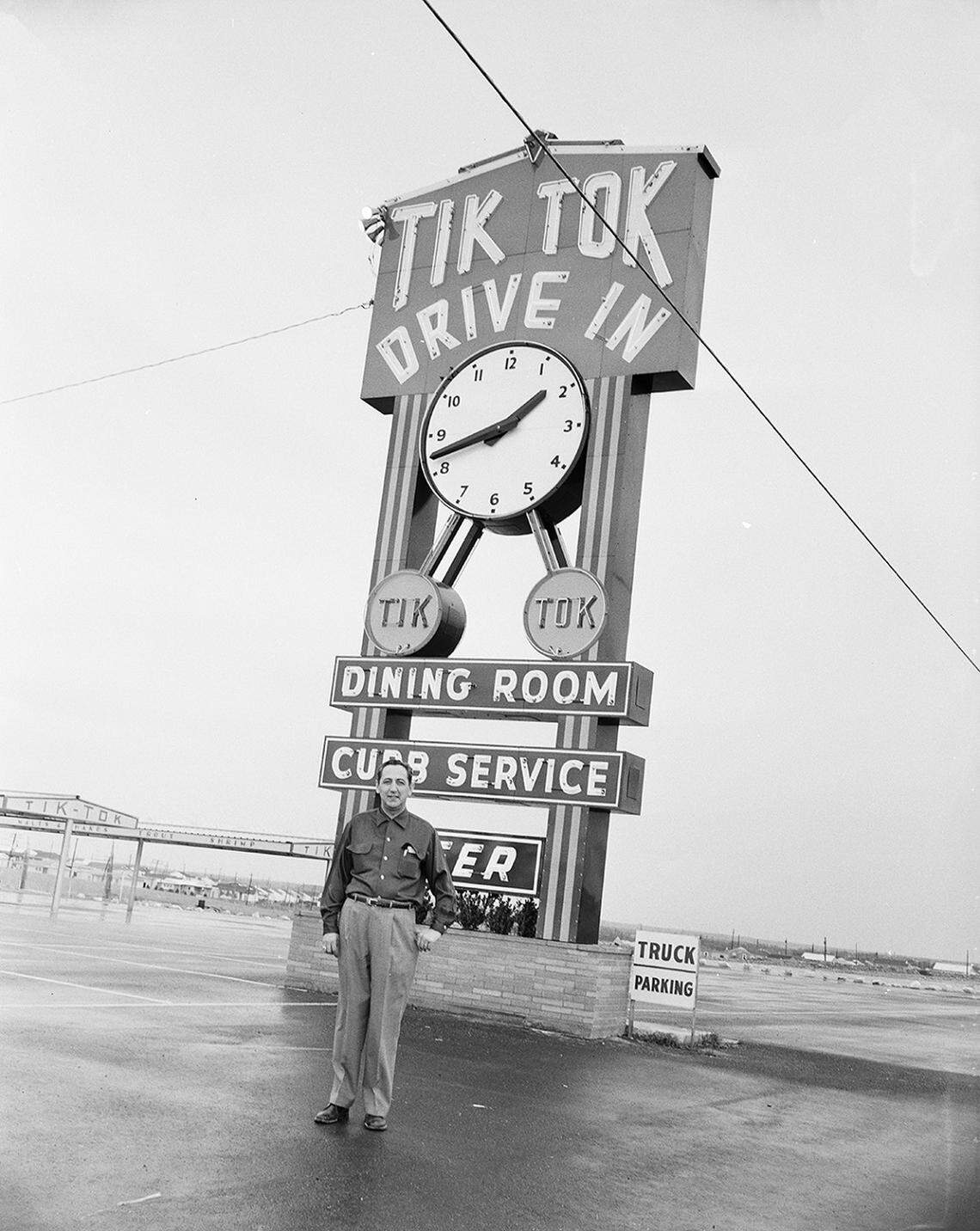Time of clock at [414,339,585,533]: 1:41
